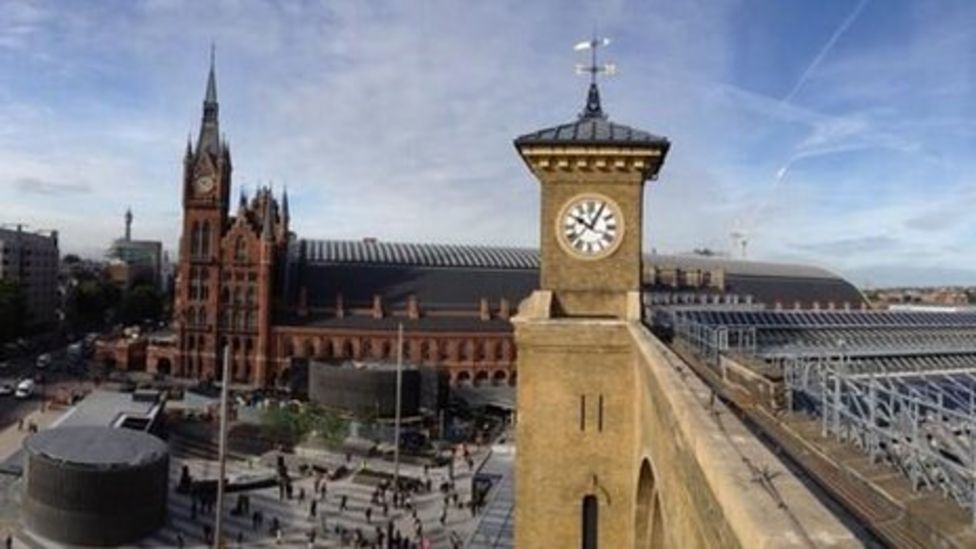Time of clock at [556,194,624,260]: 10:04
